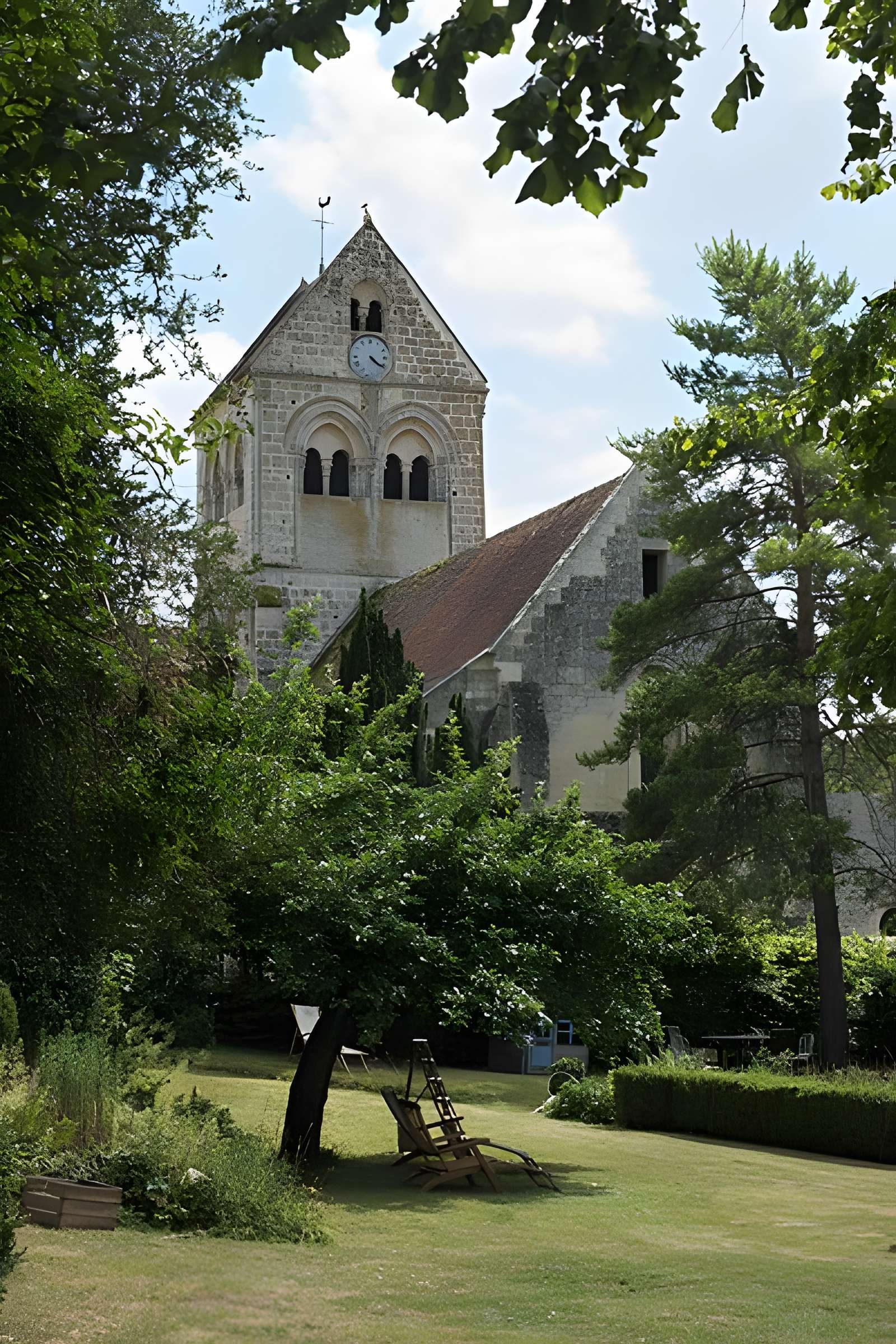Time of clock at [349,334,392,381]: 4:21
